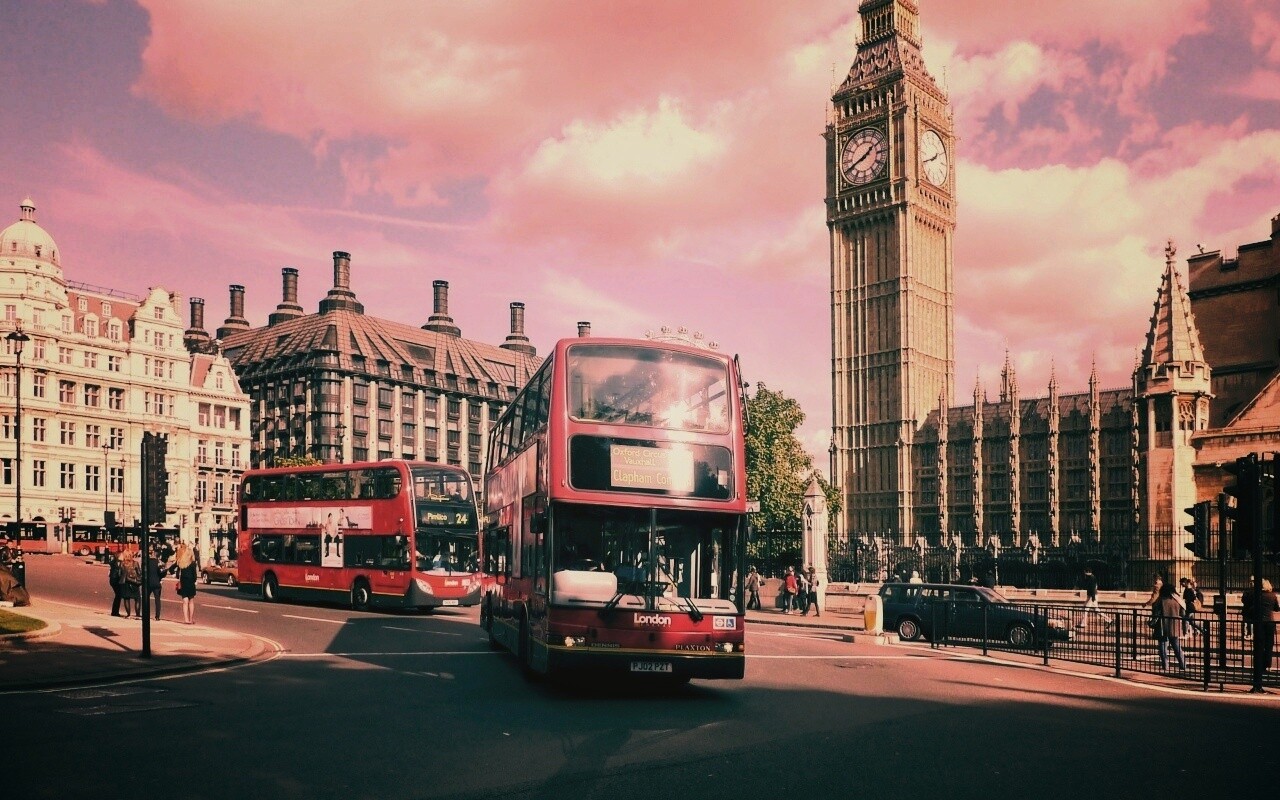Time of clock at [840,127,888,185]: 1:41
